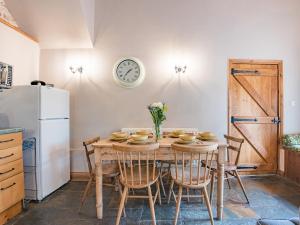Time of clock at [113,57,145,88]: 1:36
